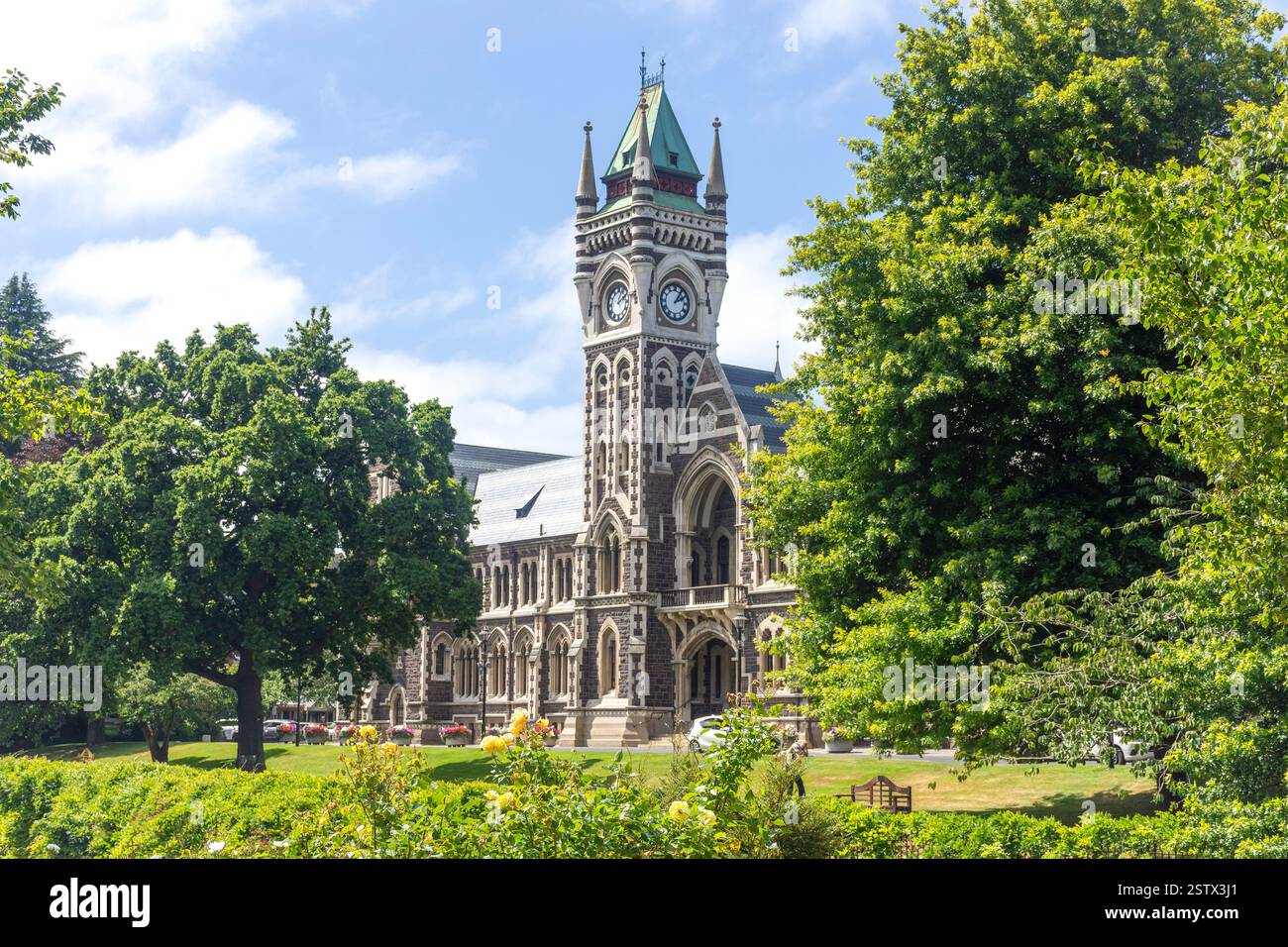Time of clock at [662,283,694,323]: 2:06
